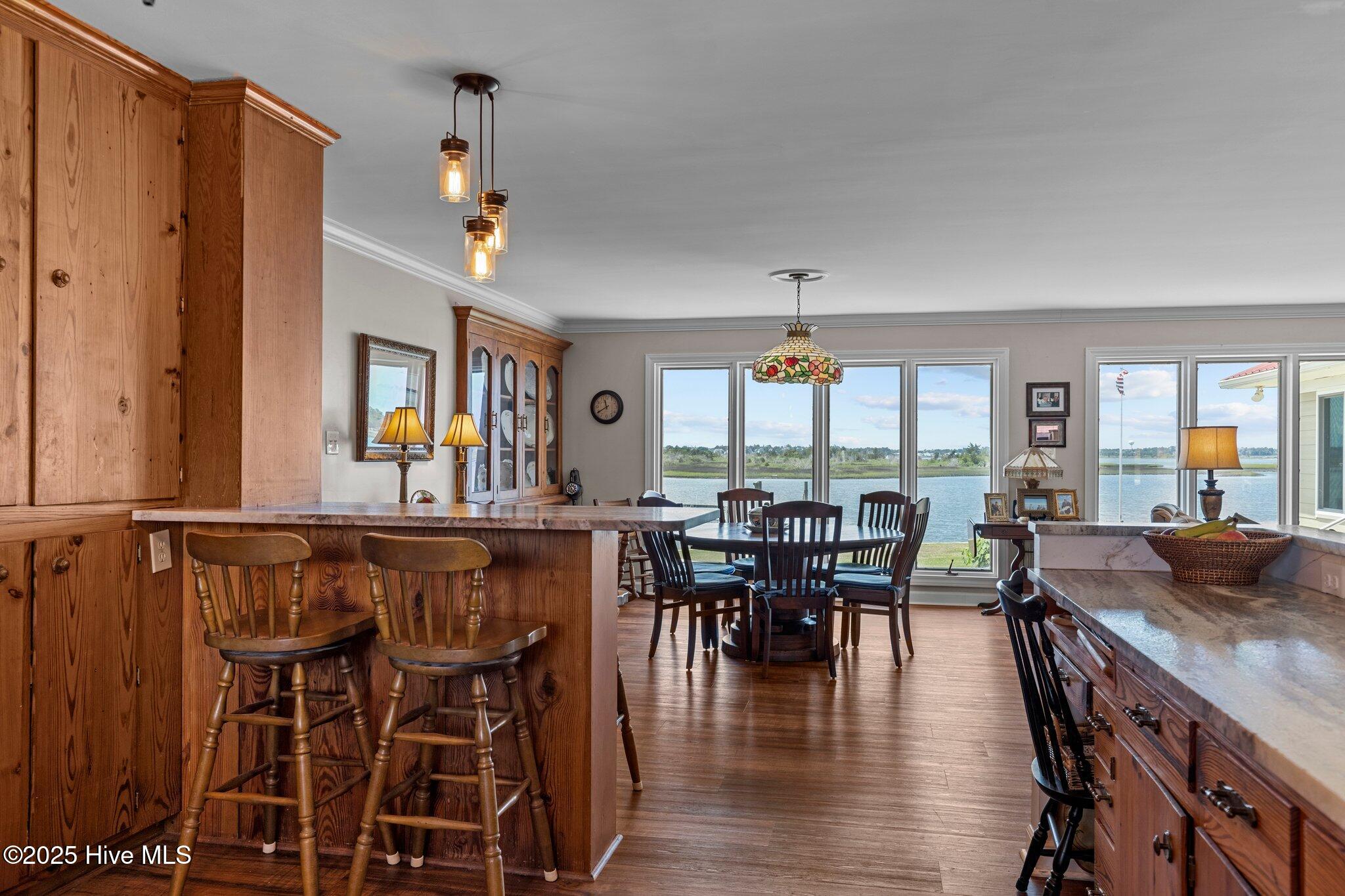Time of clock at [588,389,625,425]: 11:39
